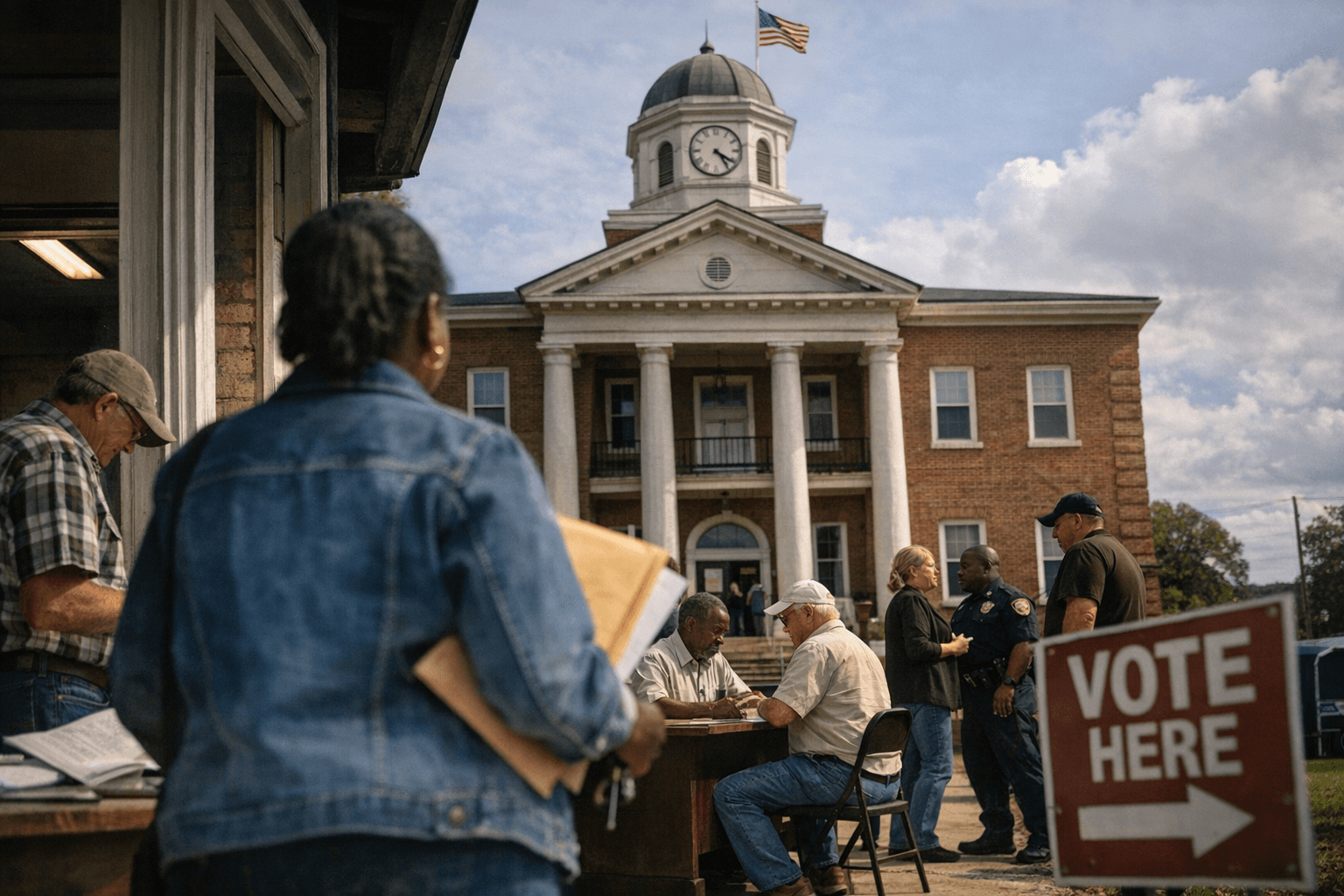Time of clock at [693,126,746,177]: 4:20
